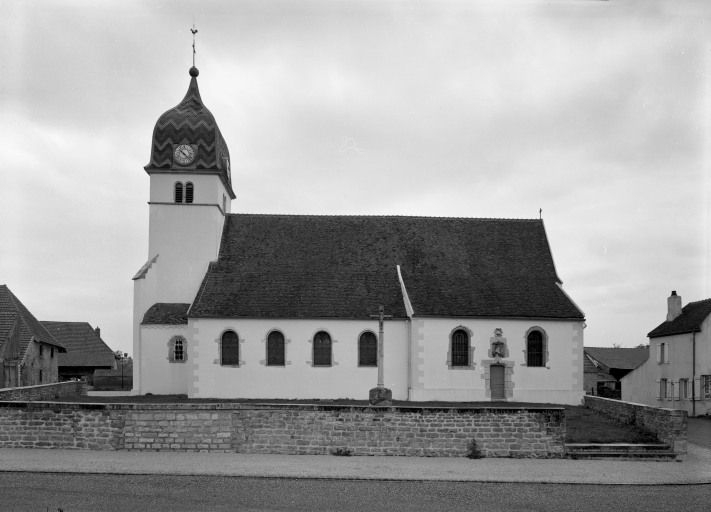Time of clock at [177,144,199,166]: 10:22
